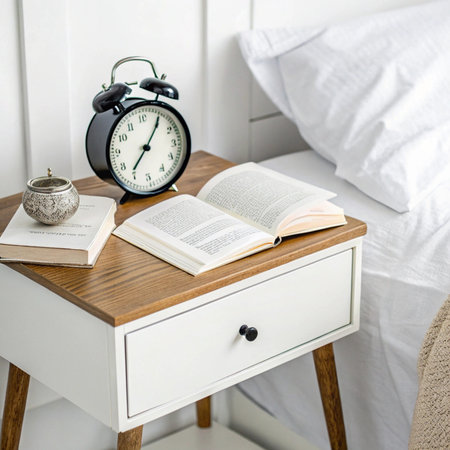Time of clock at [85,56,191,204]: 7:05
